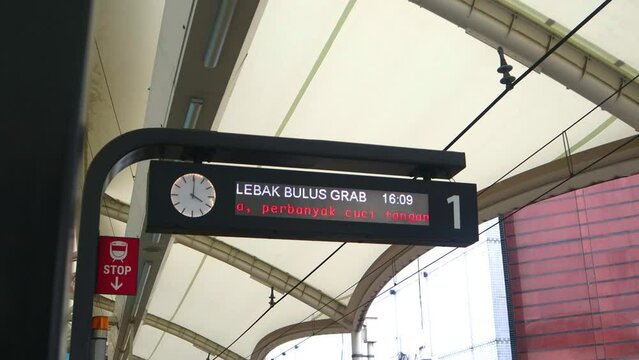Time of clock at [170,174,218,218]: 4:00
